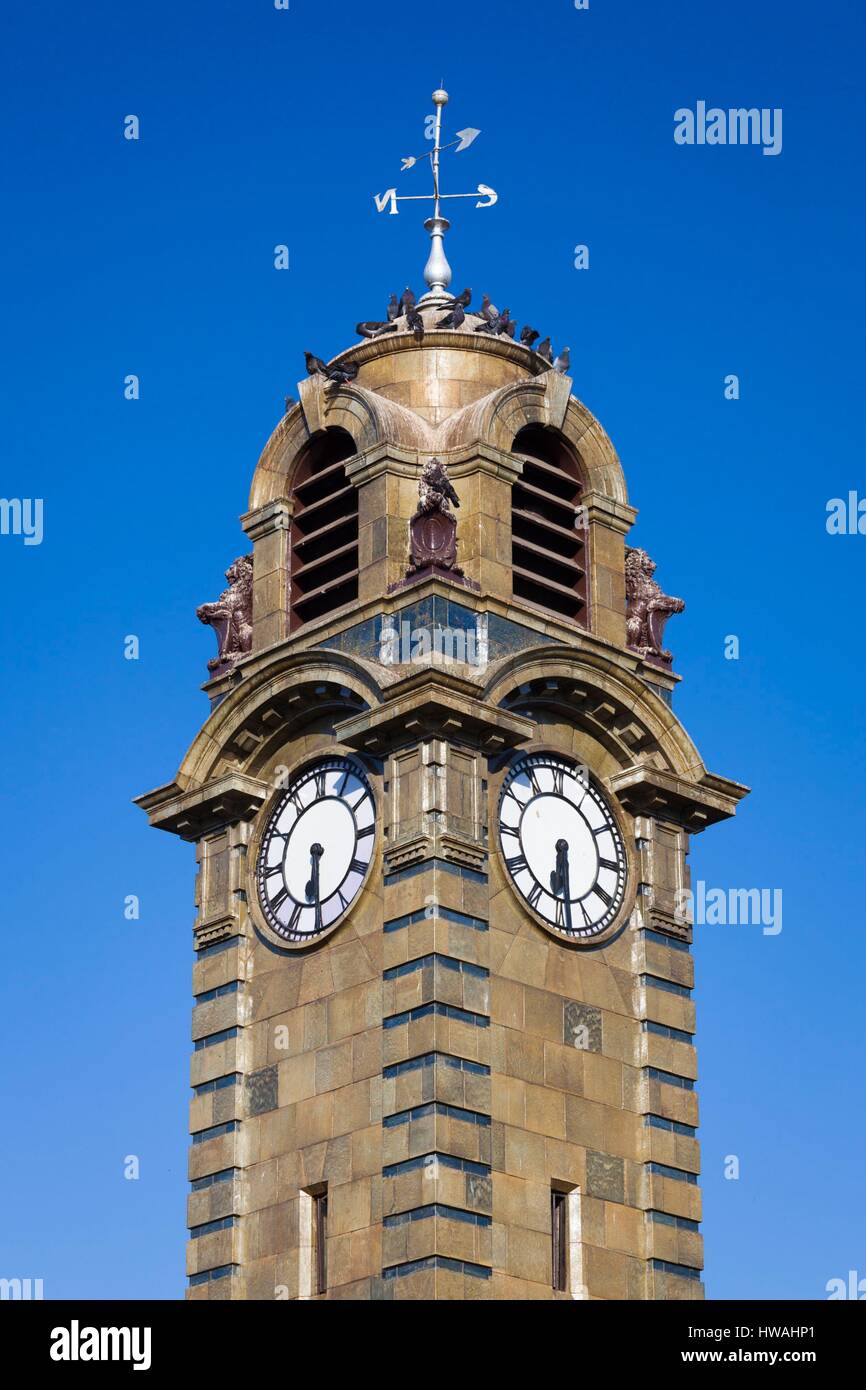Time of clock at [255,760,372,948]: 6:29
